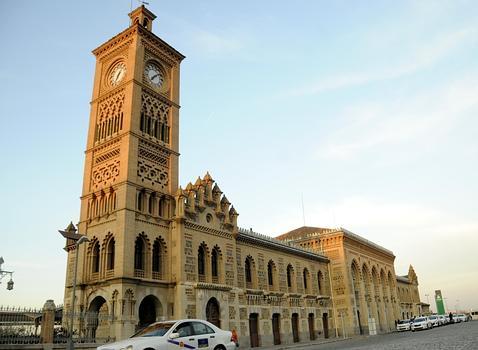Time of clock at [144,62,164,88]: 7:09
